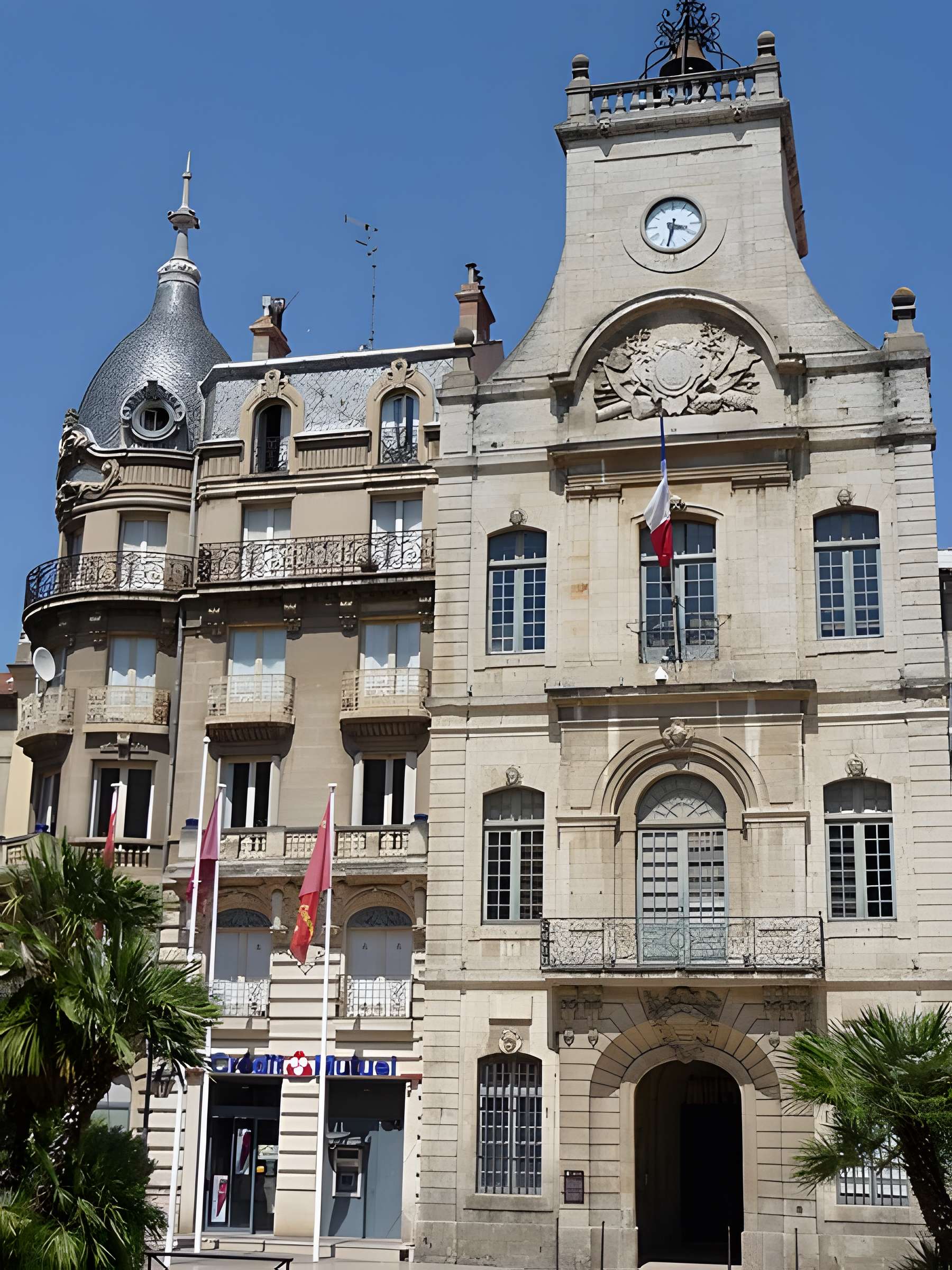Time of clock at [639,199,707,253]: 3:32
